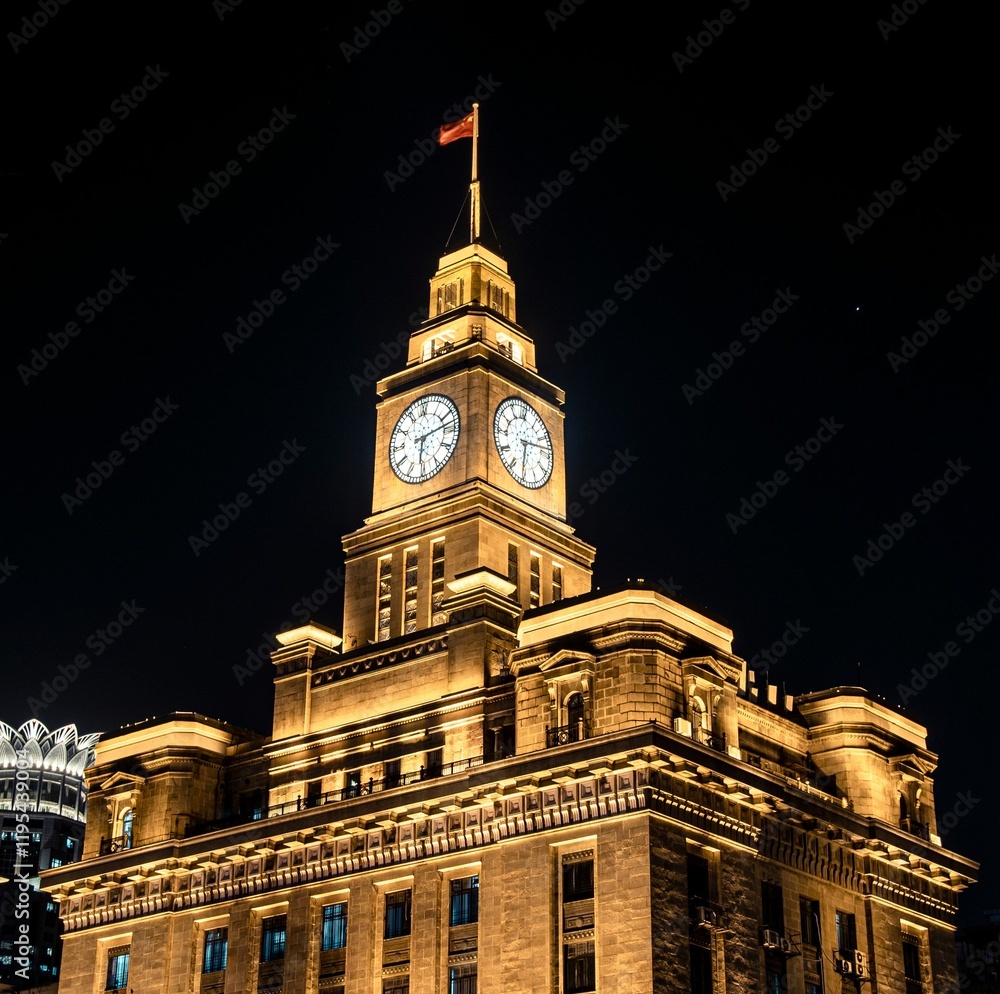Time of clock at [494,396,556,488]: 6:13
